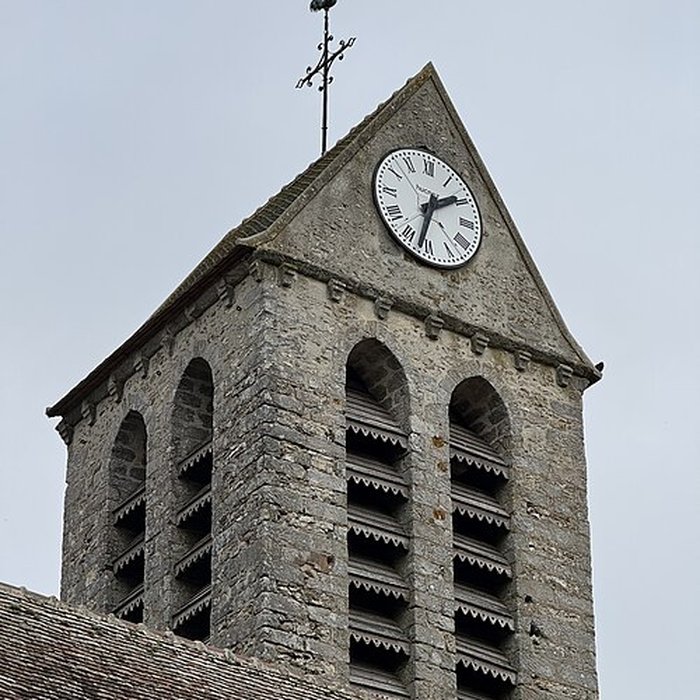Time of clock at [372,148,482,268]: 1:32
